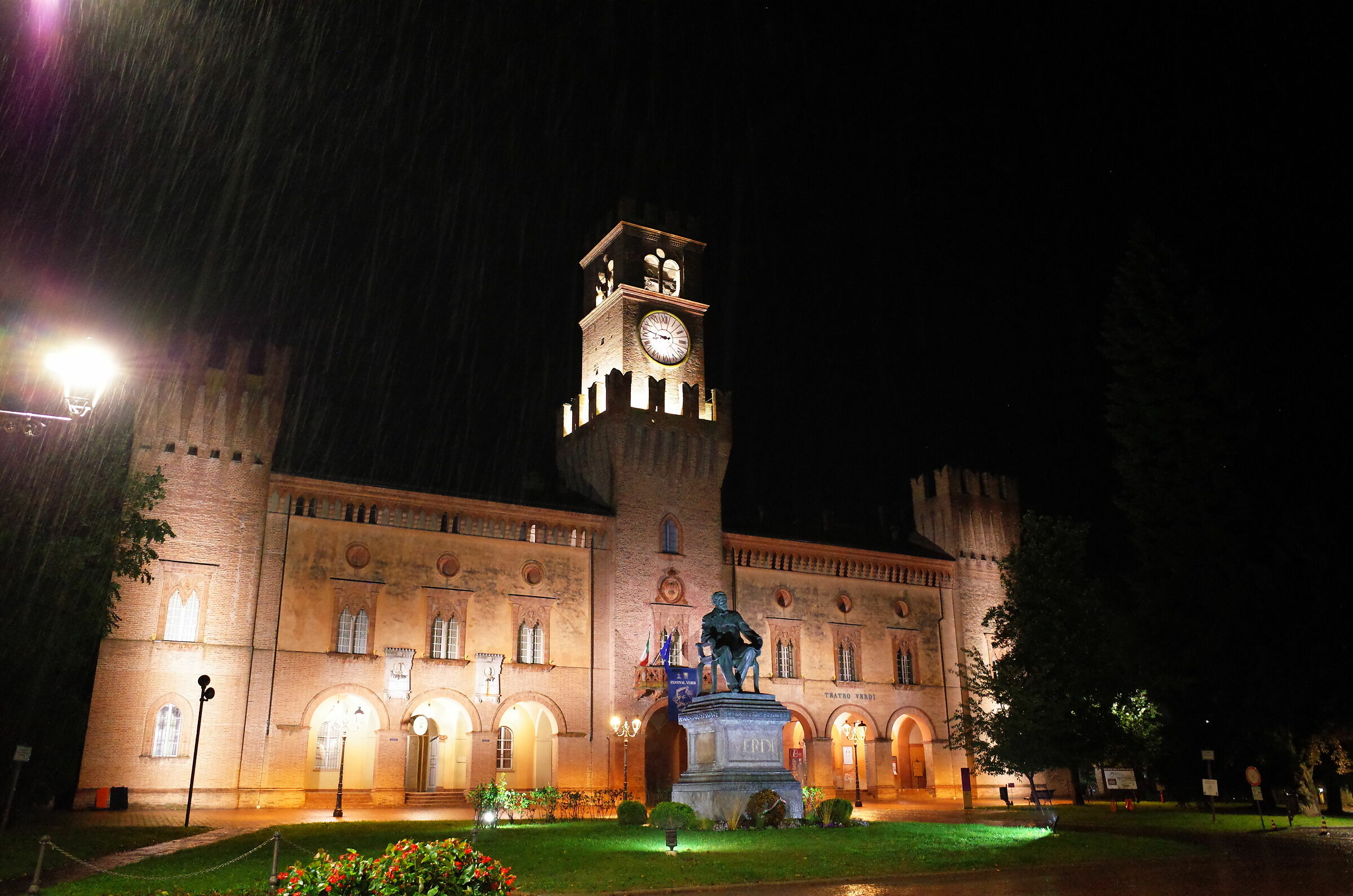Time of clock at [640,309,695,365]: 8:47
